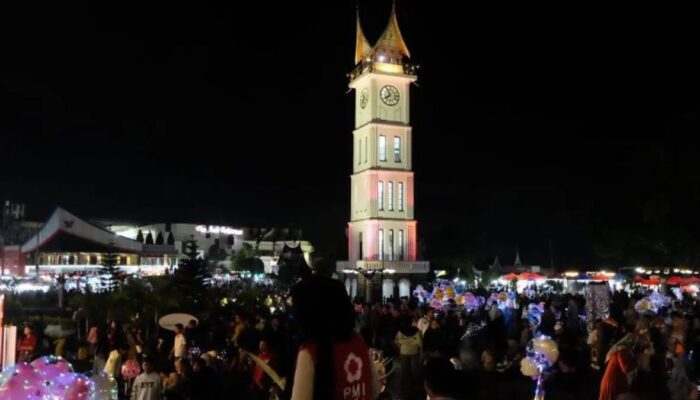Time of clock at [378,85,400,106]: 7:55
